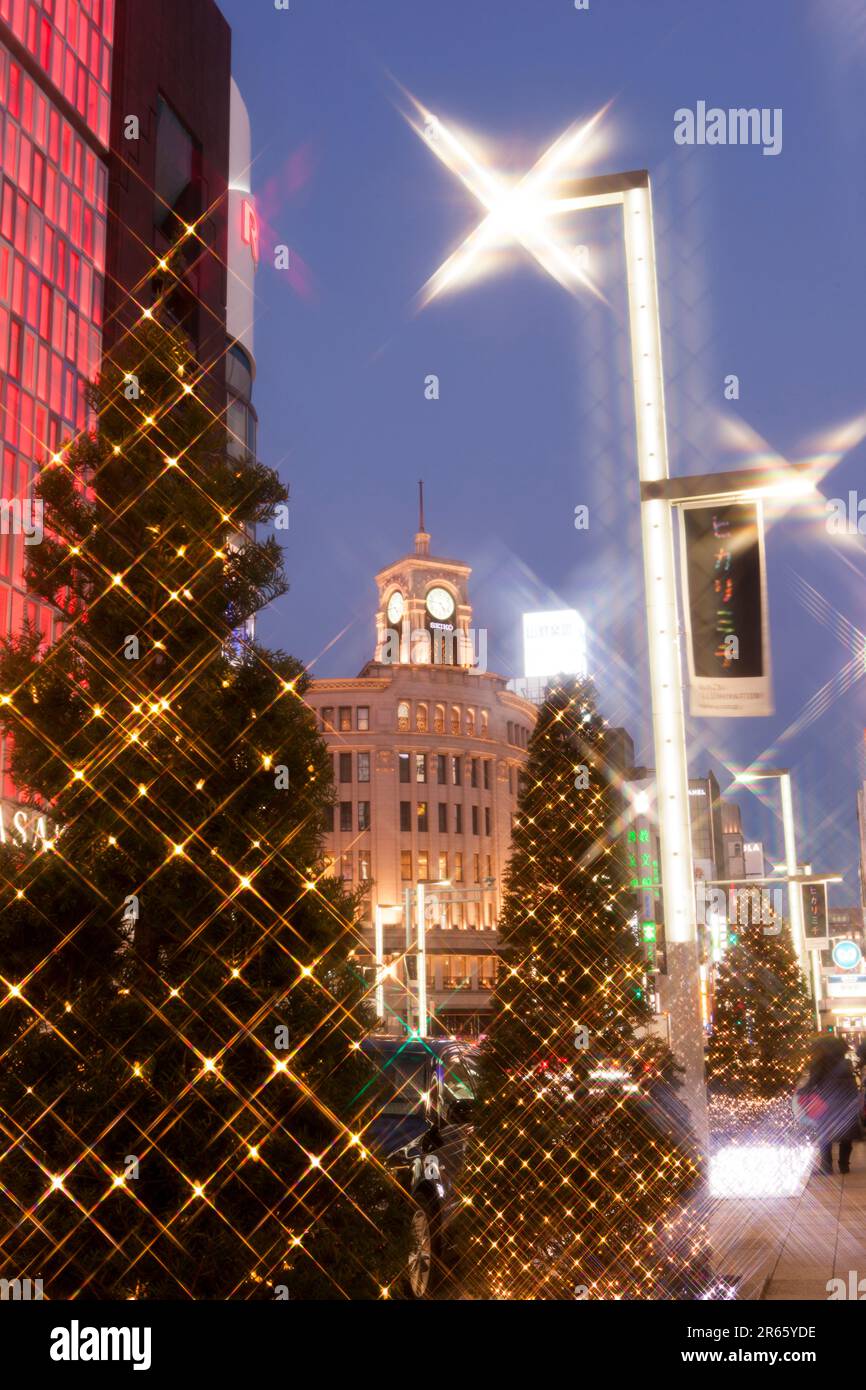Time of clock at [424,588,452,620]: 4:46
